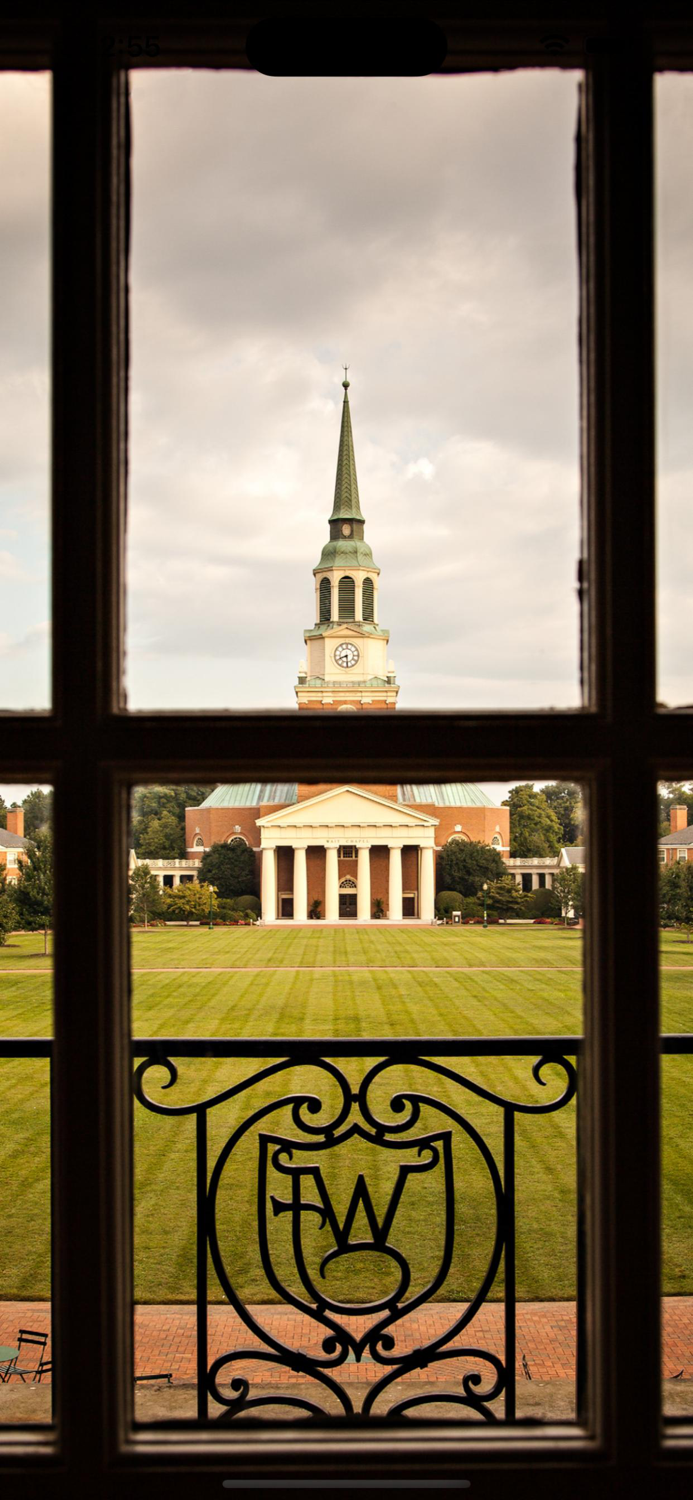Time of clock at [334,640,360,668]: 8:29
